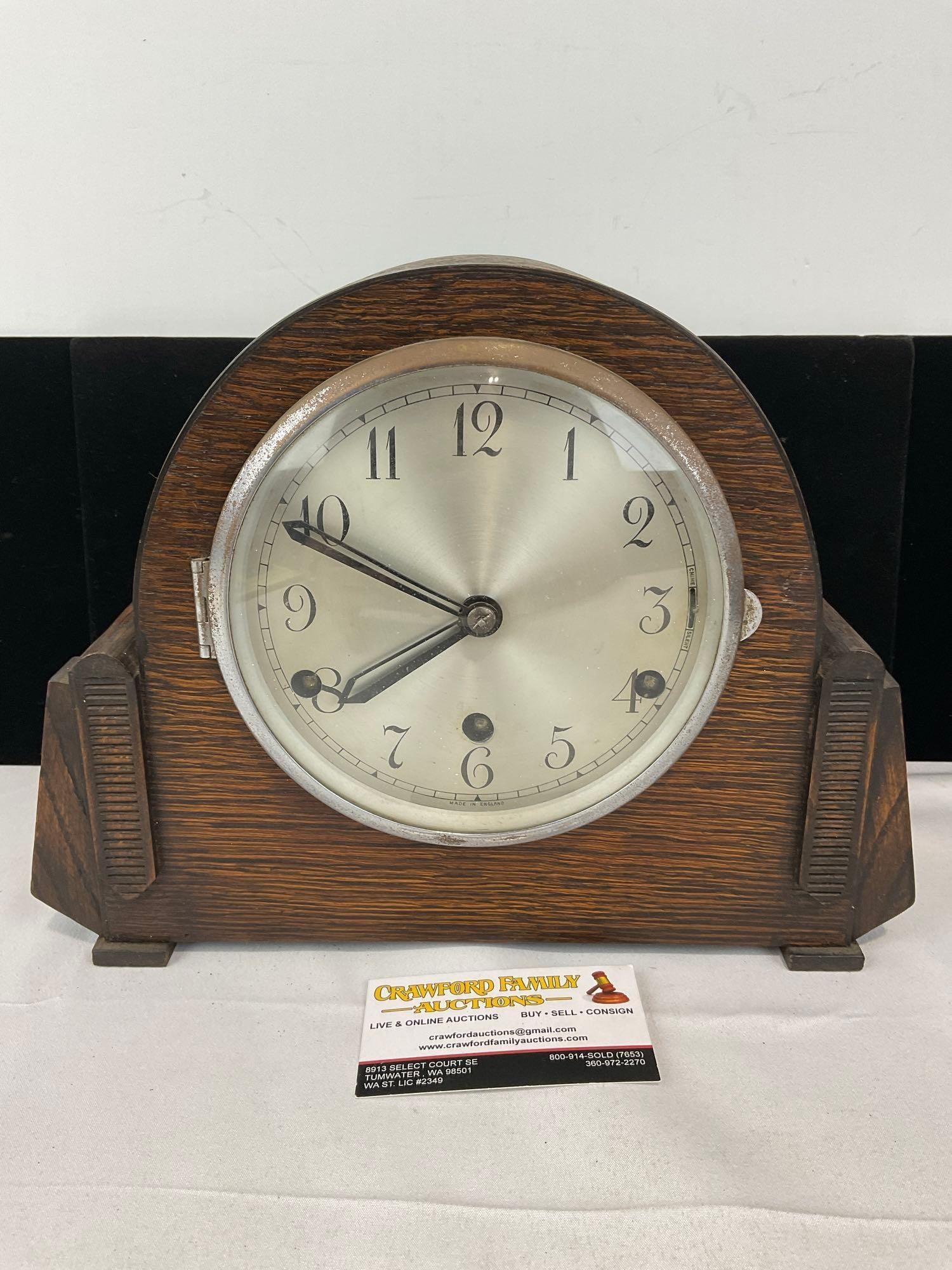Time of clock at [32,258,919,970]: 7:49
